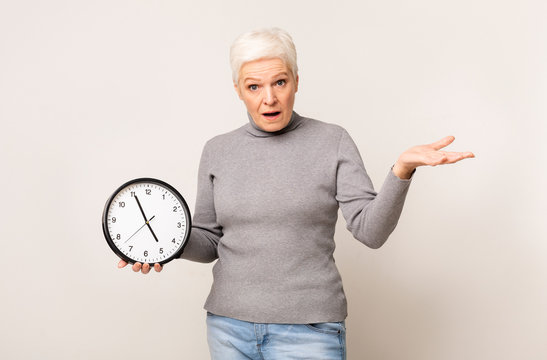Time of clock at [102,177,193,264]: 4:55
